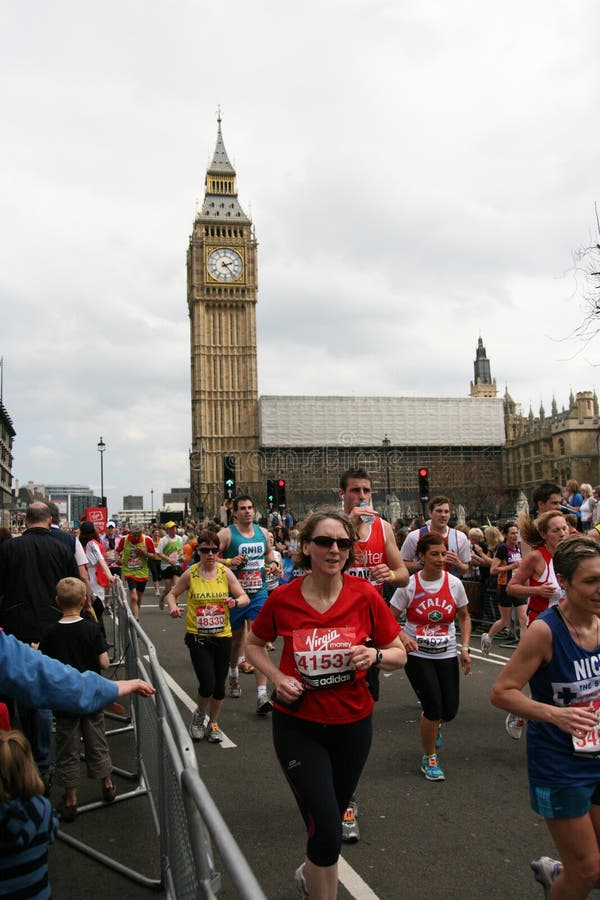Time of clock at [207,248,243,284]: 2:23
